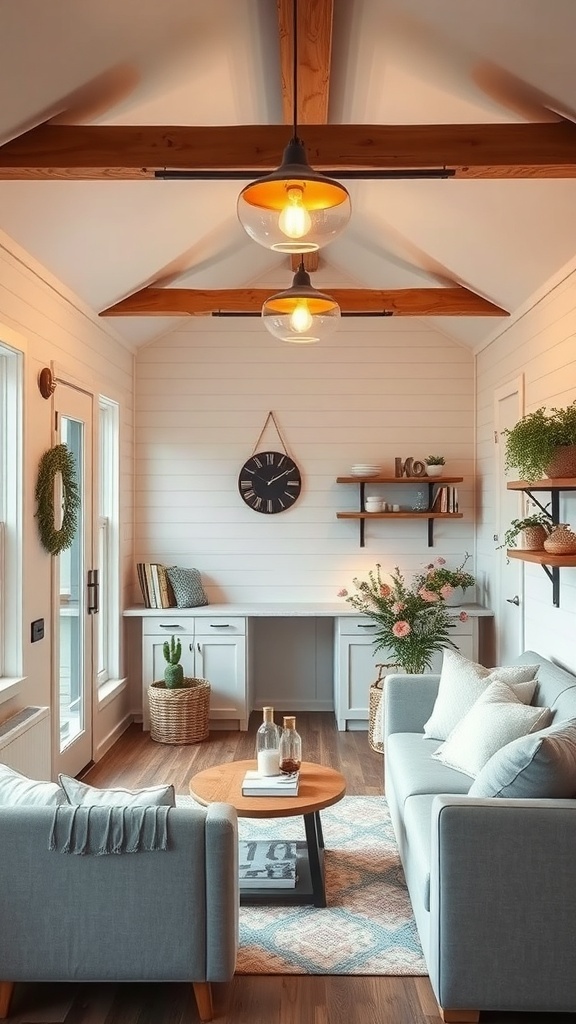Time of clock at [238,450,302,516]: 1:50
